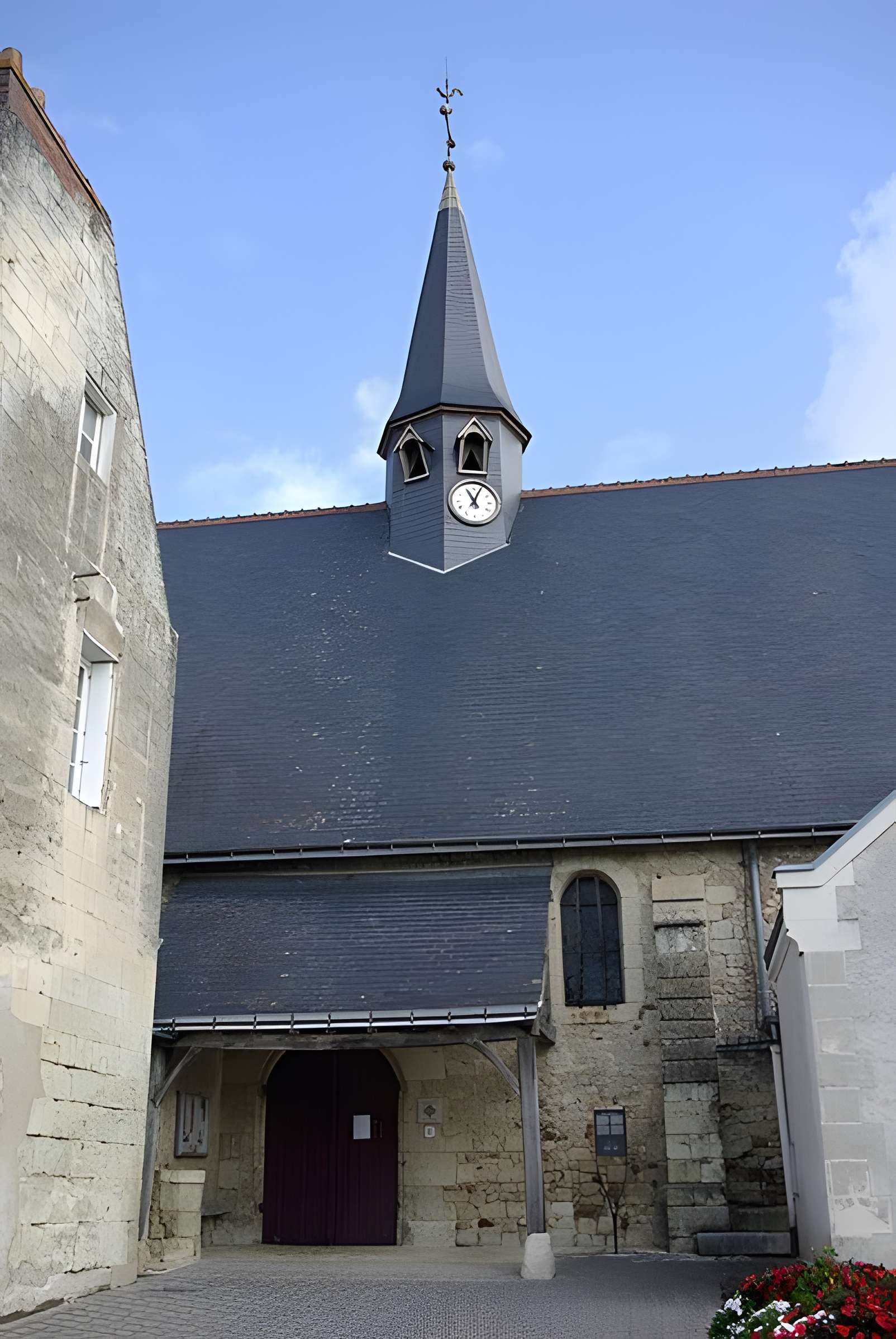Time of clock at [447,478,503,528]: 11:04
